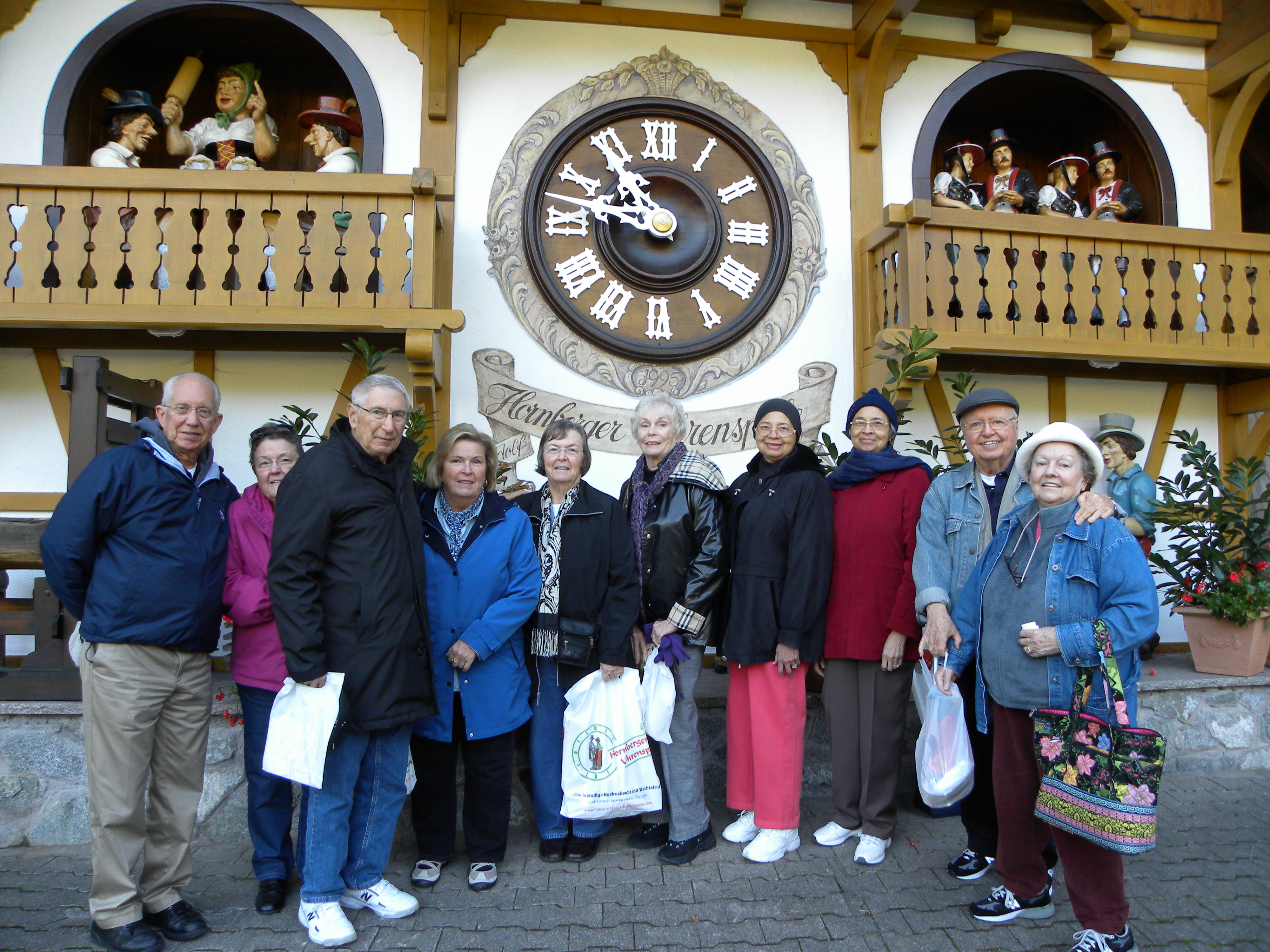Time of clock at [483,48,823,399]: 10:47
